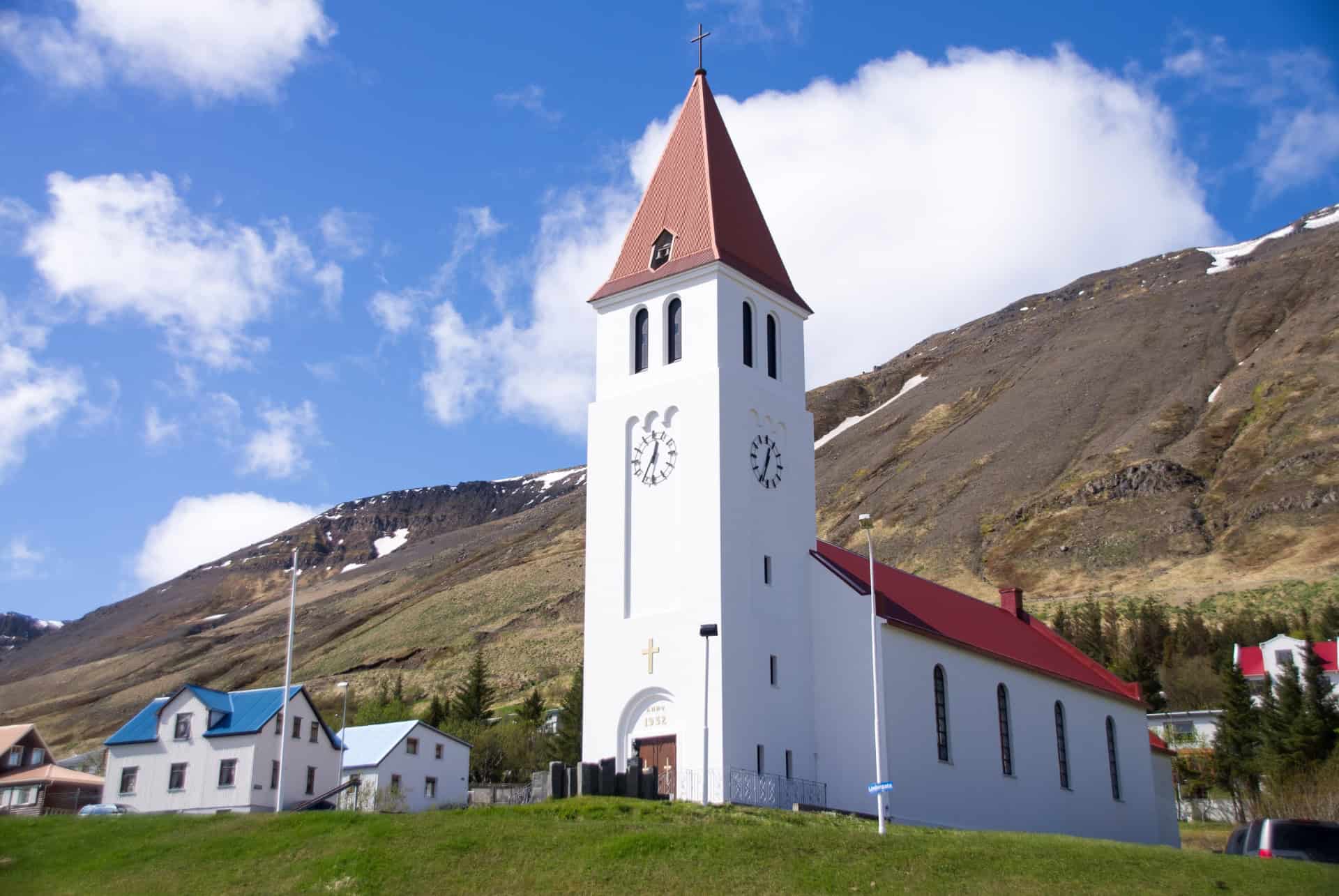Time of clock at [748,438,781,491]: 12:33
